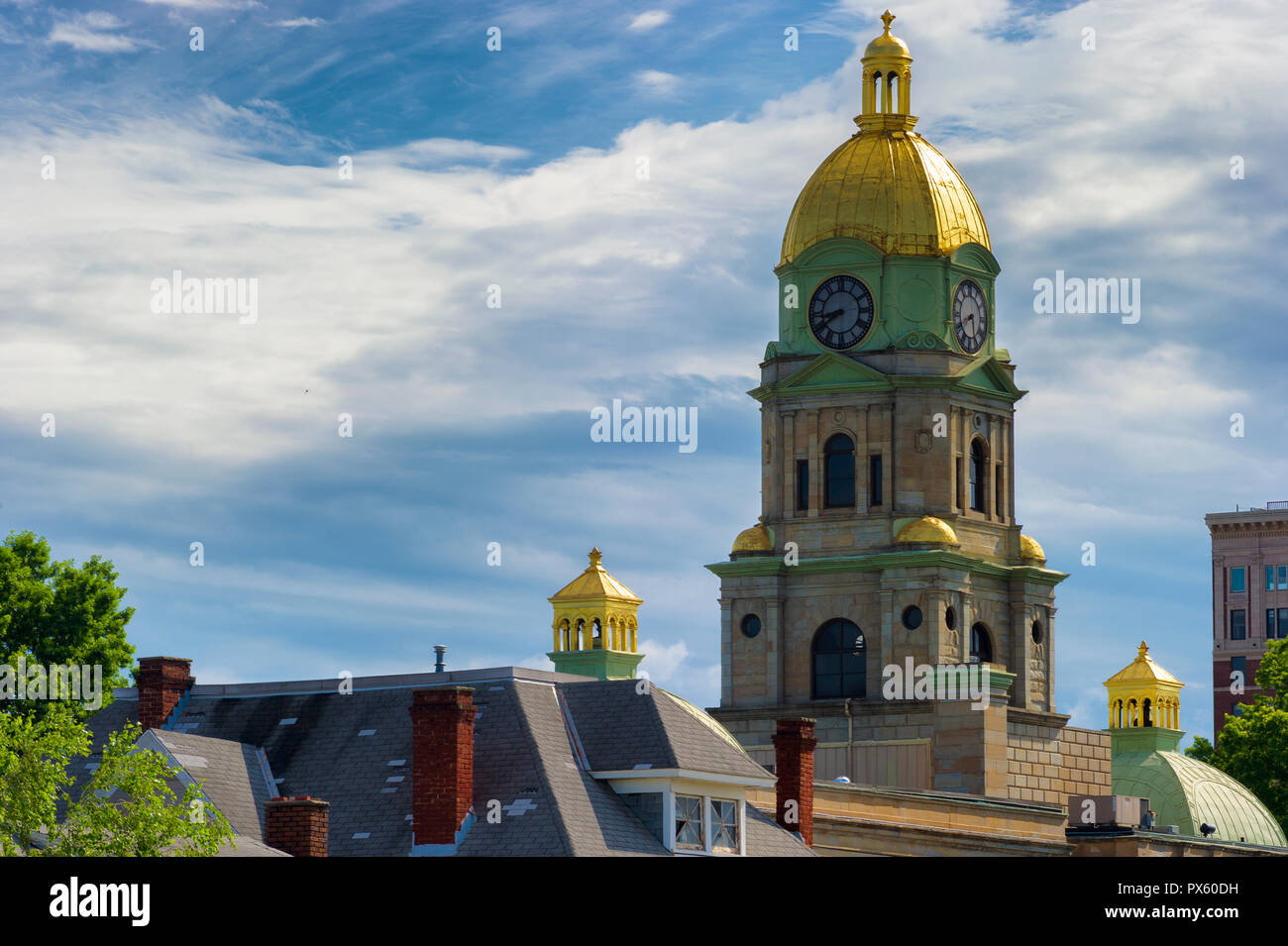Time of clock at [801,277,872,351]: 8:39
